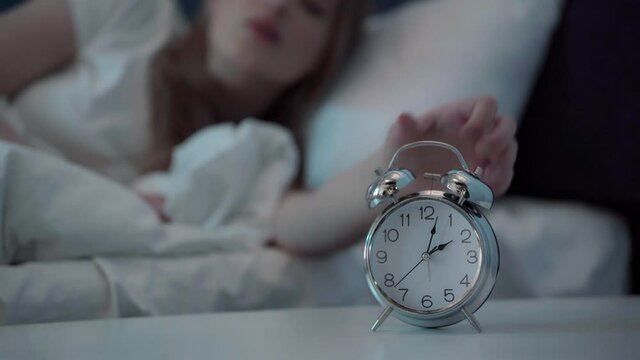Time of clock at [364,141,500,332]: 2:02
